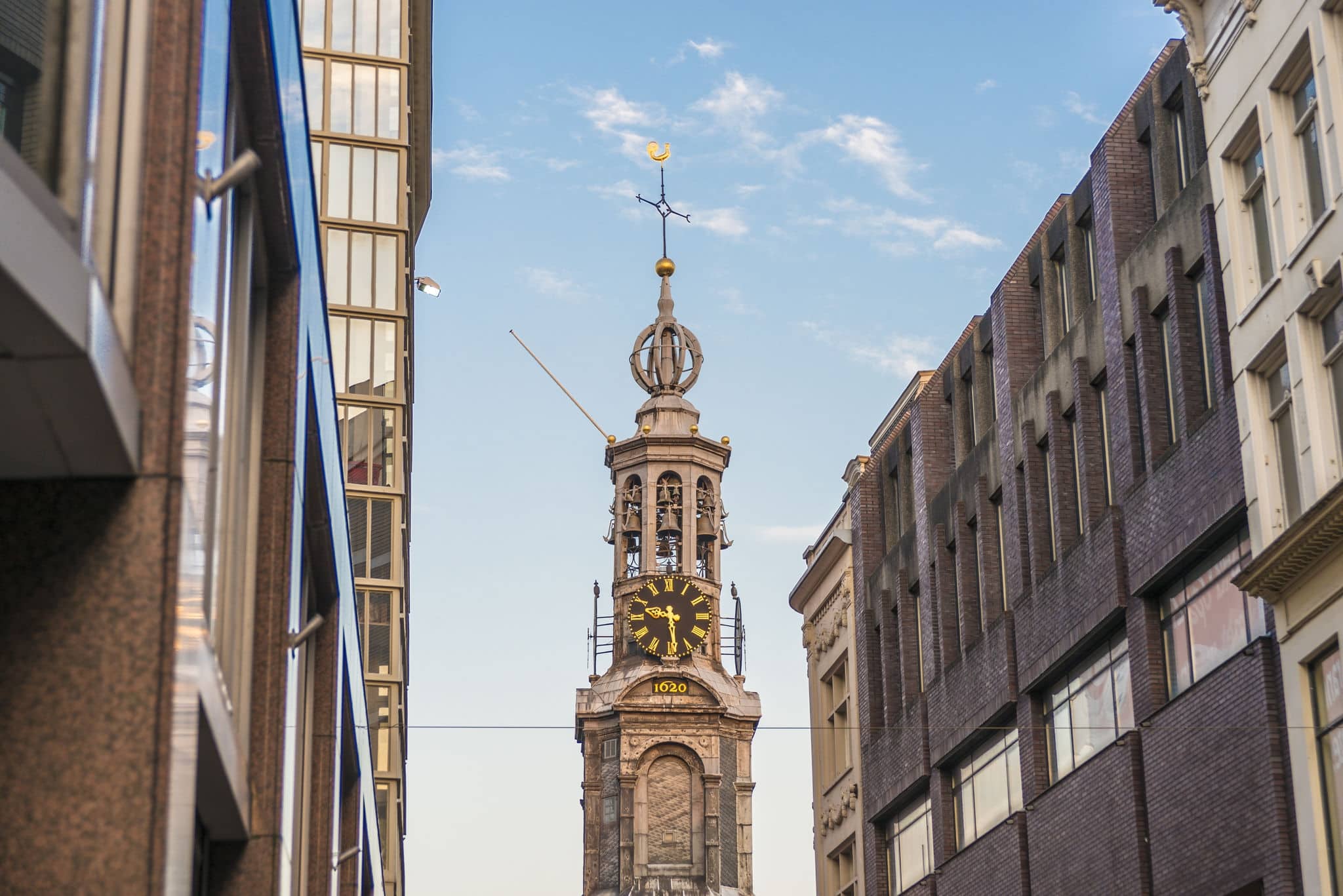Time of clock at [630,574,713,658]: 9:29
